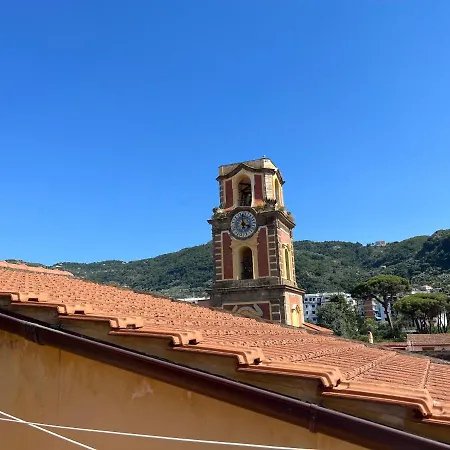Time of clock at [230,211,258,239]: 3:58
